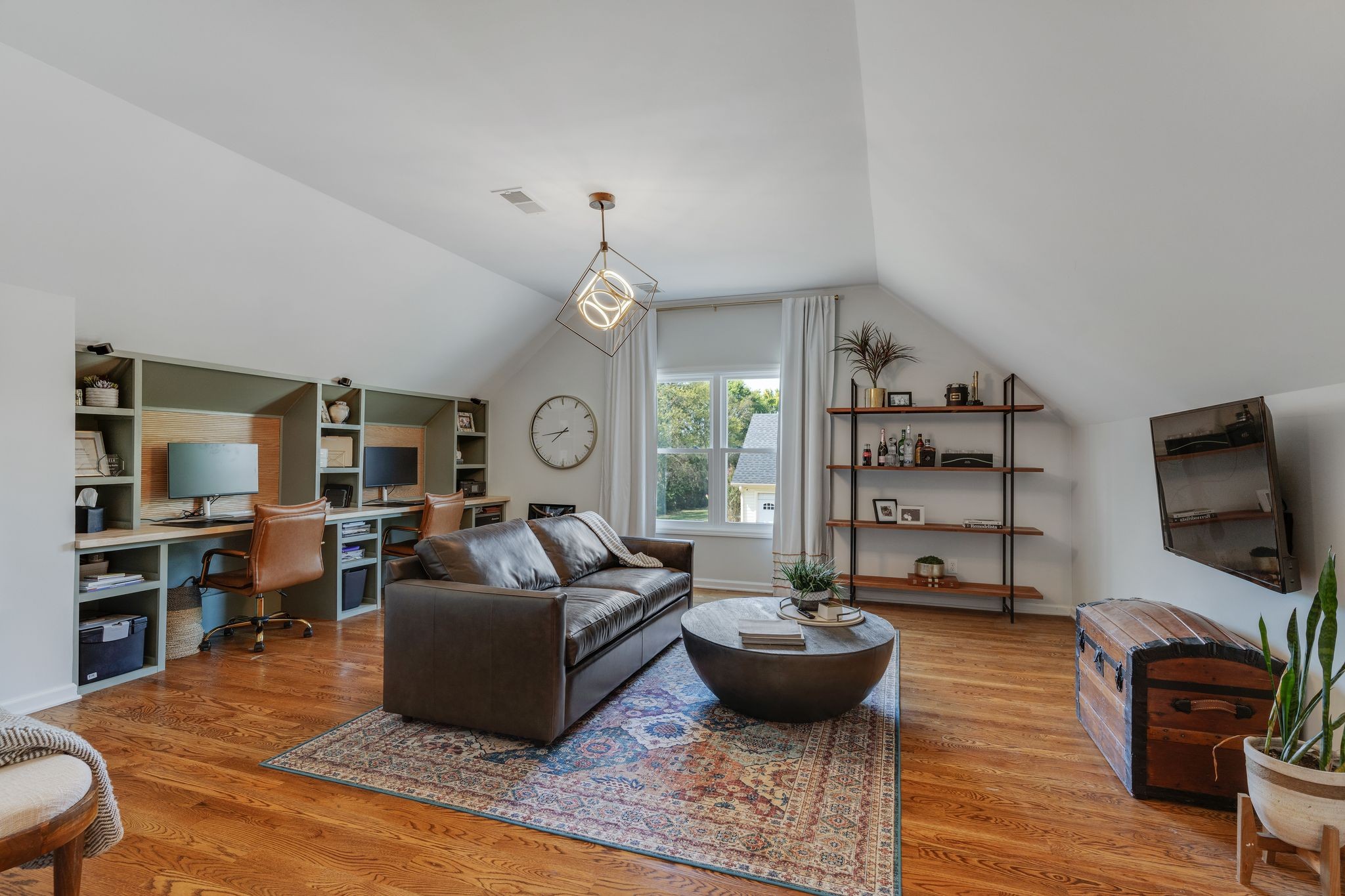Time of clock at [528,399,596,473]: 7:43
